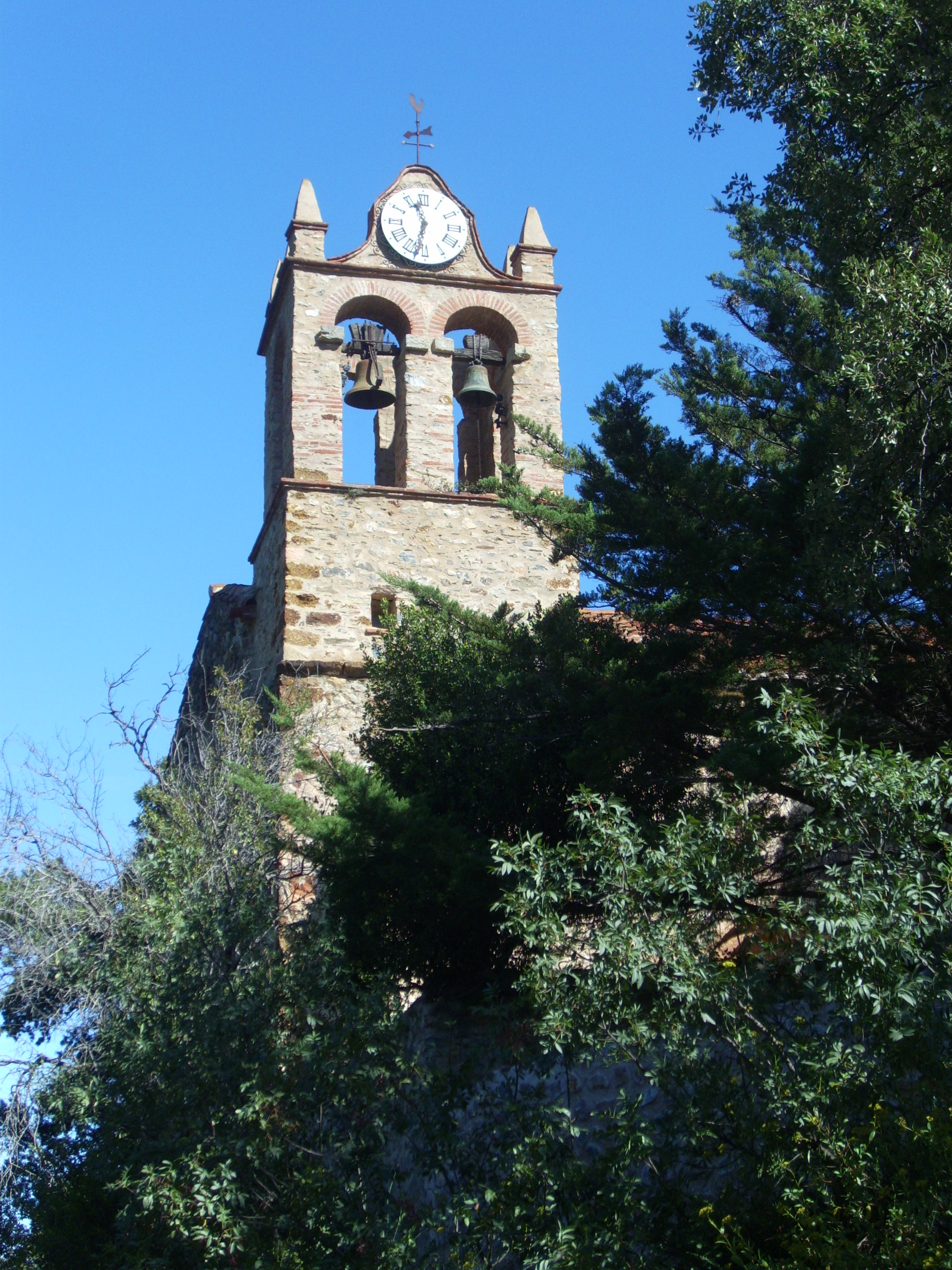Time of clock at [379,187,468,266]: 11:32
